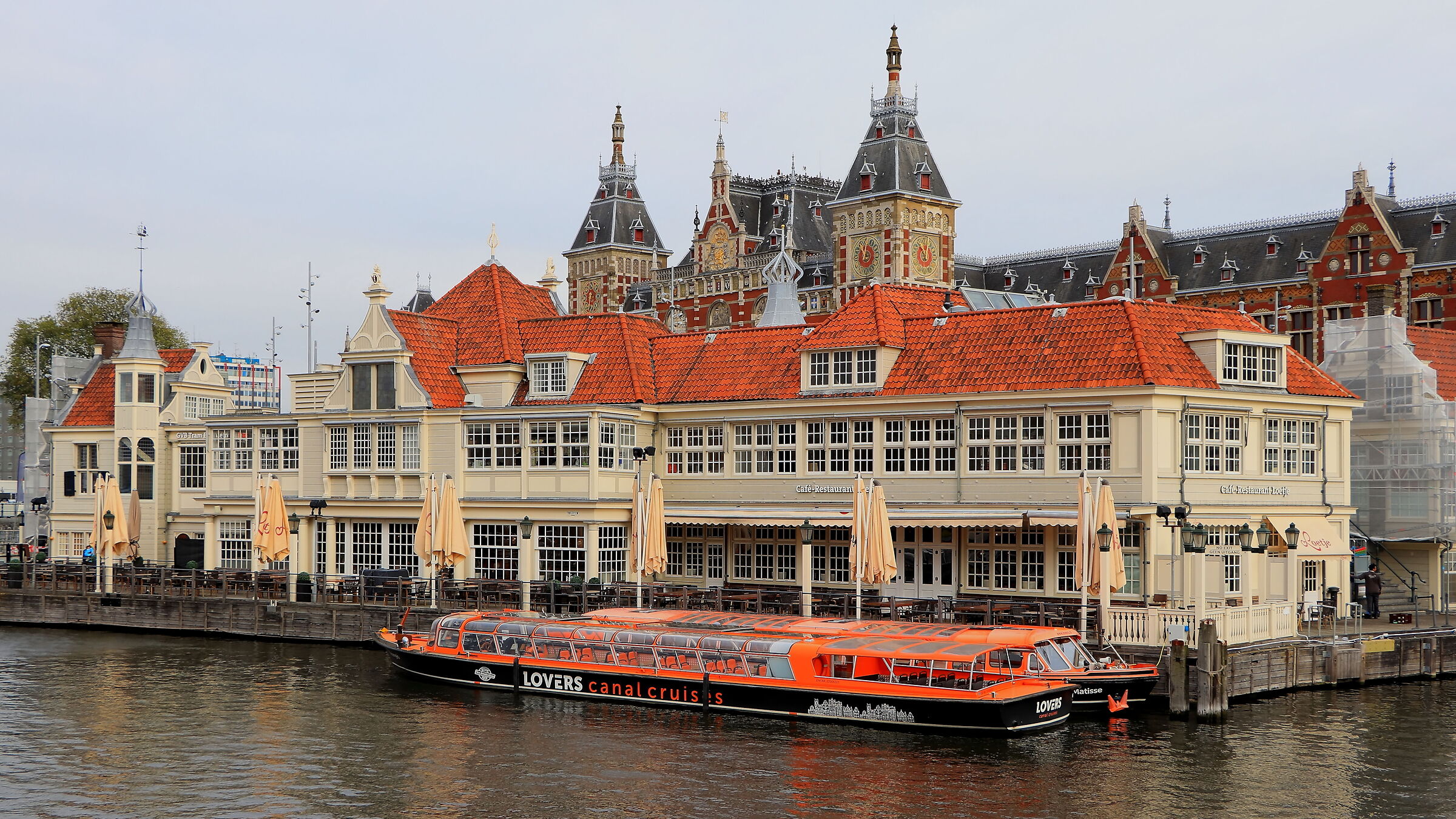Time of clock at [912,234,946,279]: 11:02
